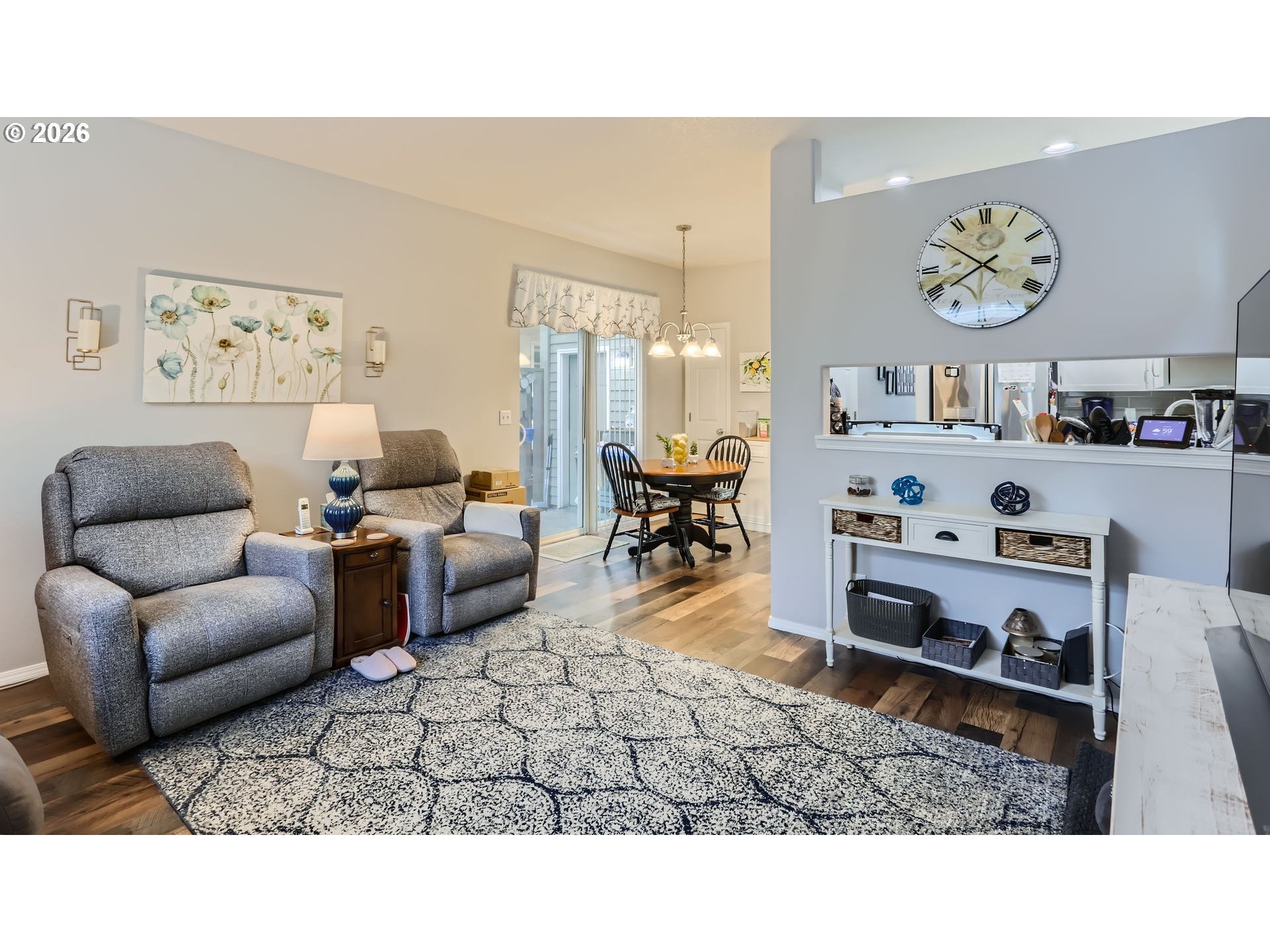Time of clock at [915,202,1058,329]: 7:50
